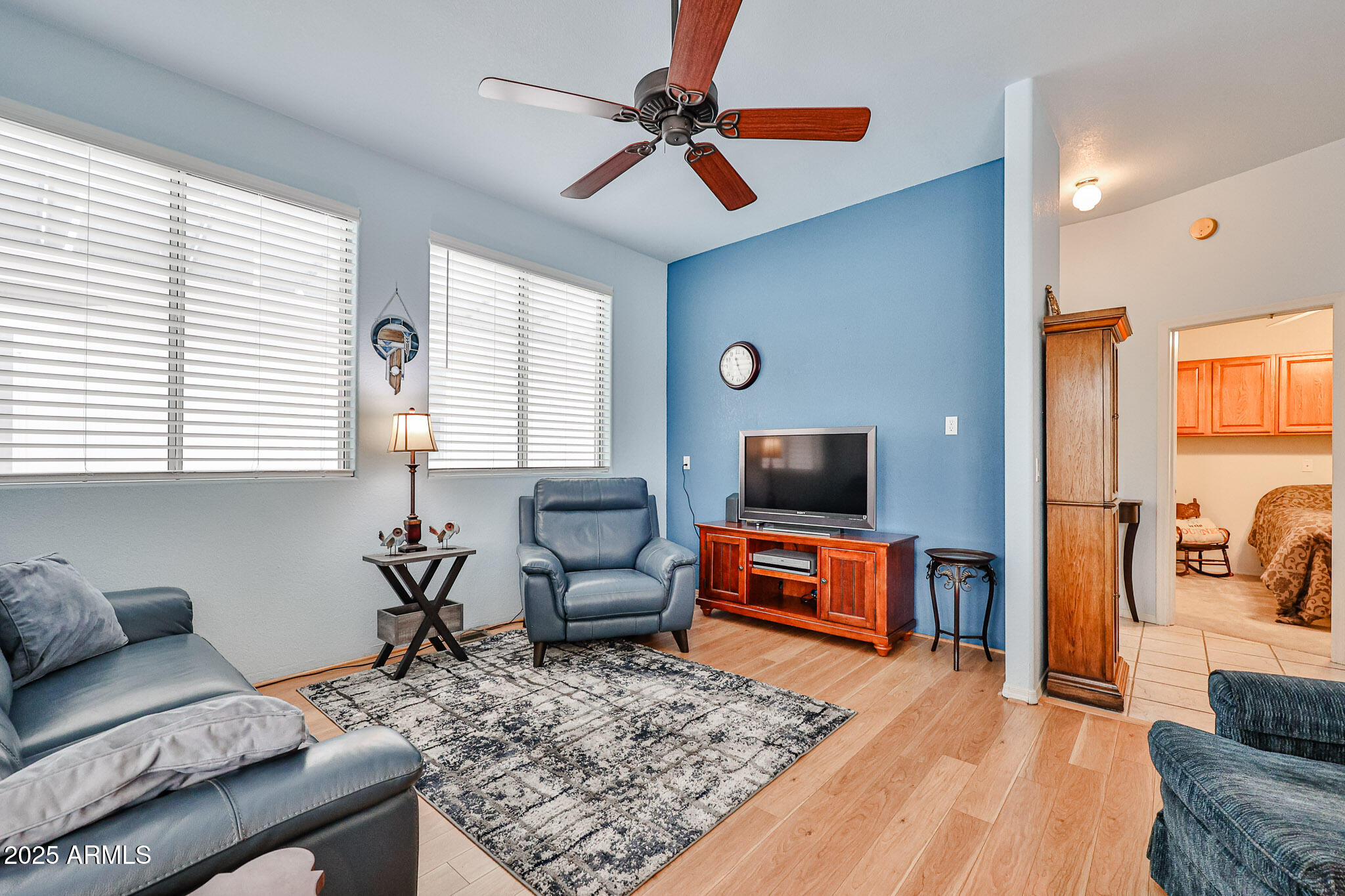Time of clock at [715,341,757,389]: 11:26
